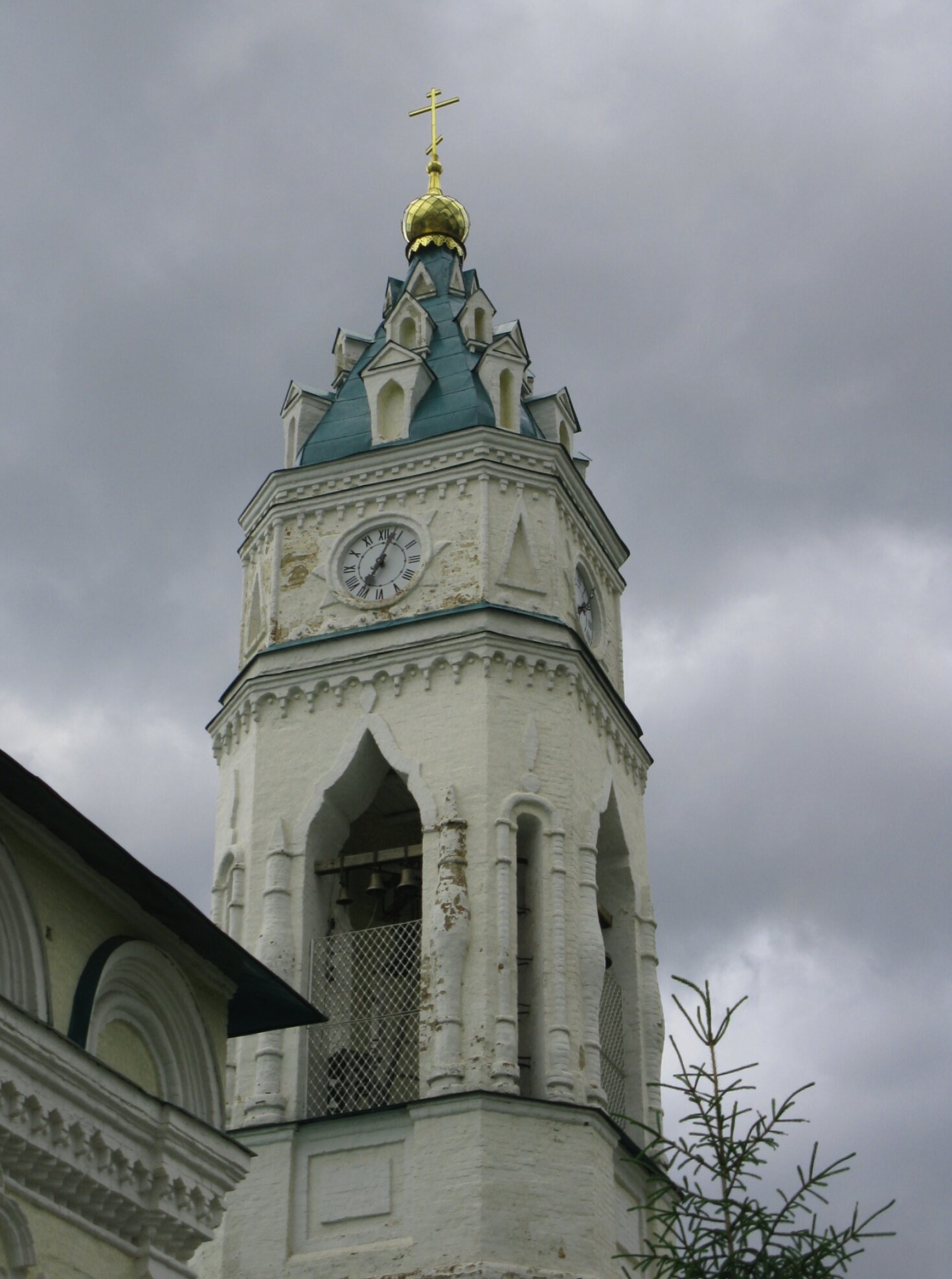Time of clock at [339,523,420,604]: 7:03
